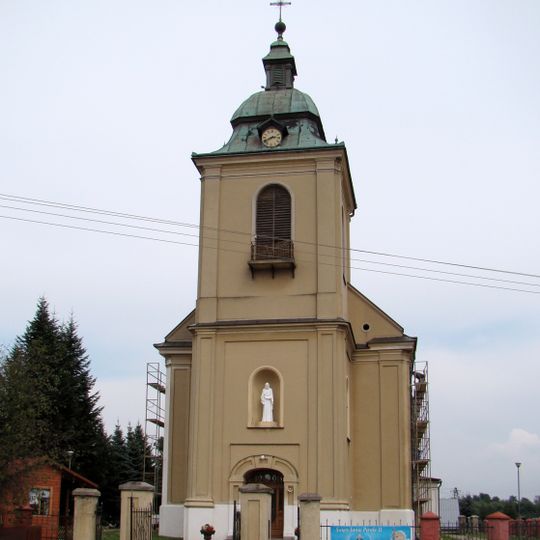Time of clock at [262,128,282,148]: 2:40
